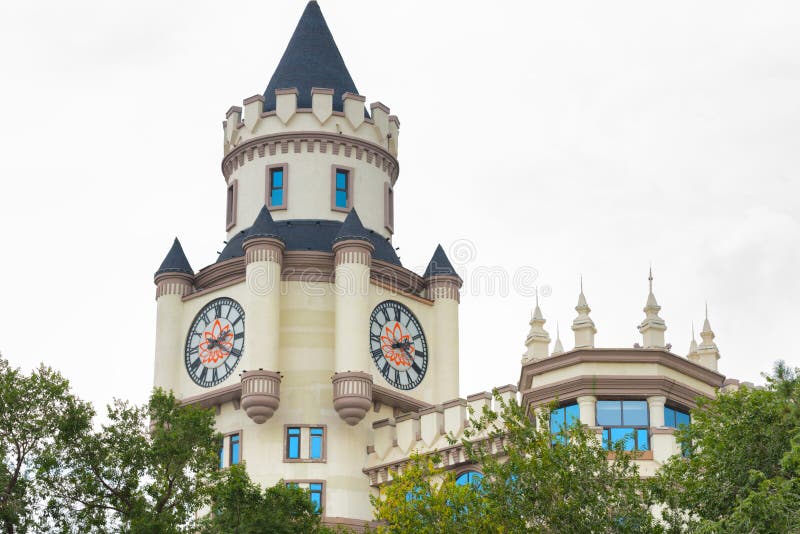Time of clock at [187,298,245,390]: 2:20
